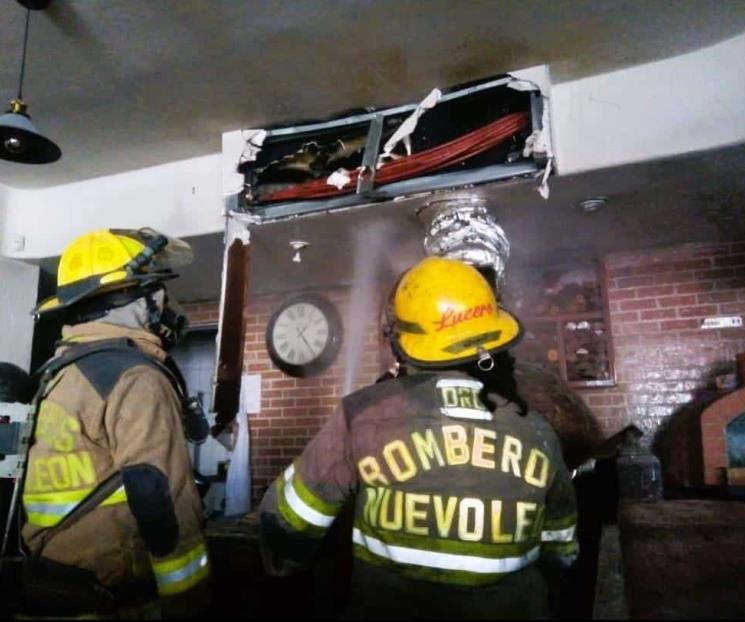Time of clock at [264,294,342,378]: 1:24
